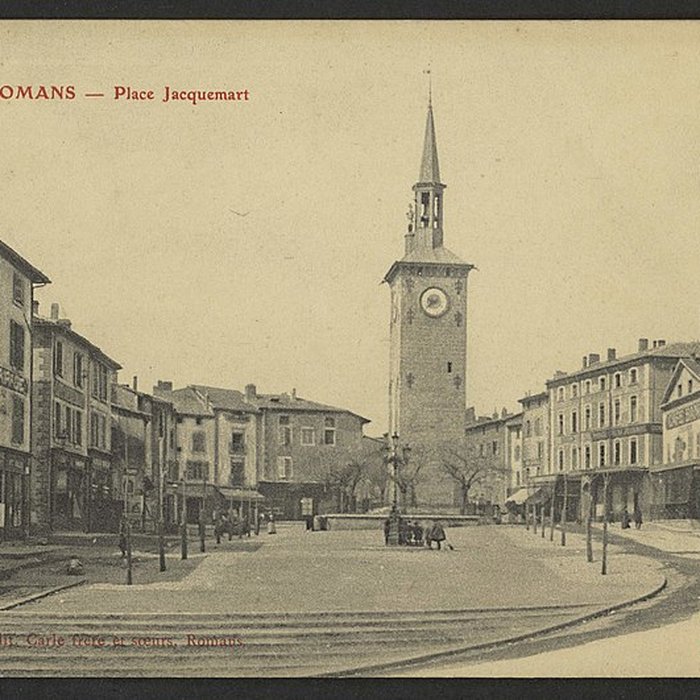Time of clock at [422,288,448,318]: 9:38
